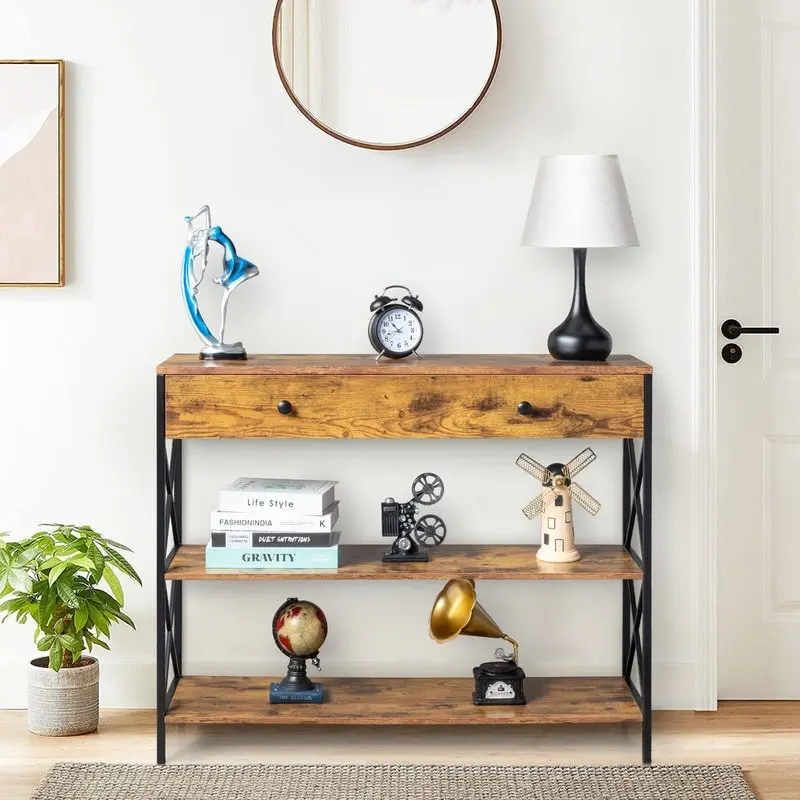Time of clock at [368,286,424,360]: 10:42
